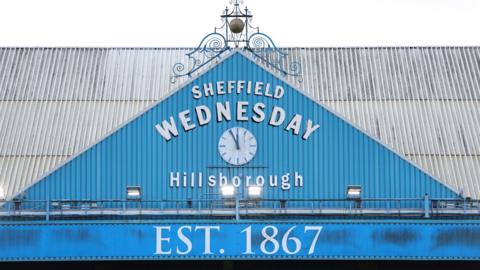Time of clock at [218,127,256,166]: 11:55
